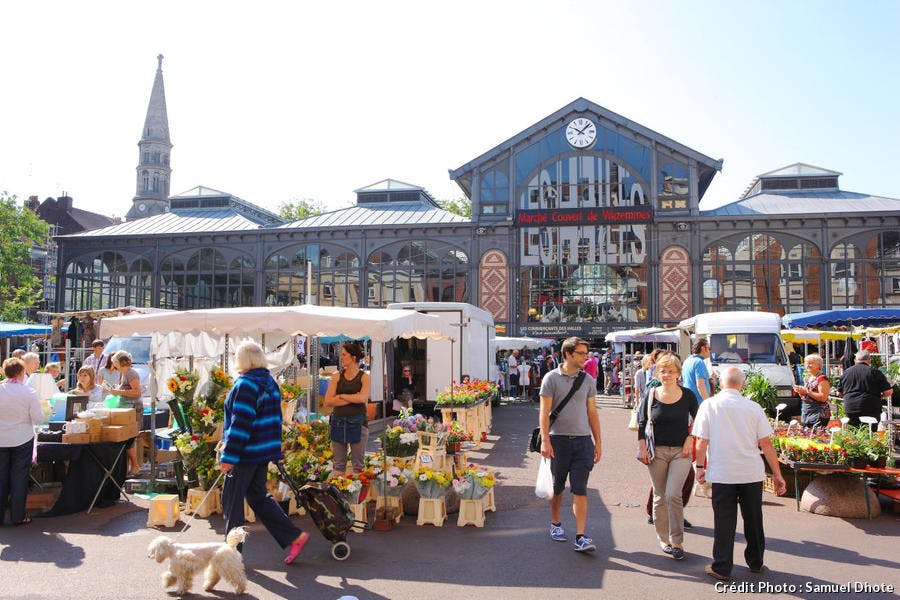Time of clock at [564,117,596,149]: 10:07
